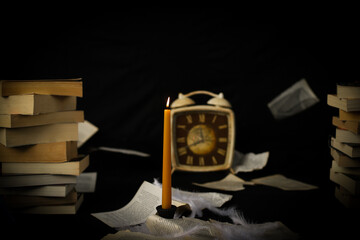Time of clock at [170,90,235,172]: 11:41
